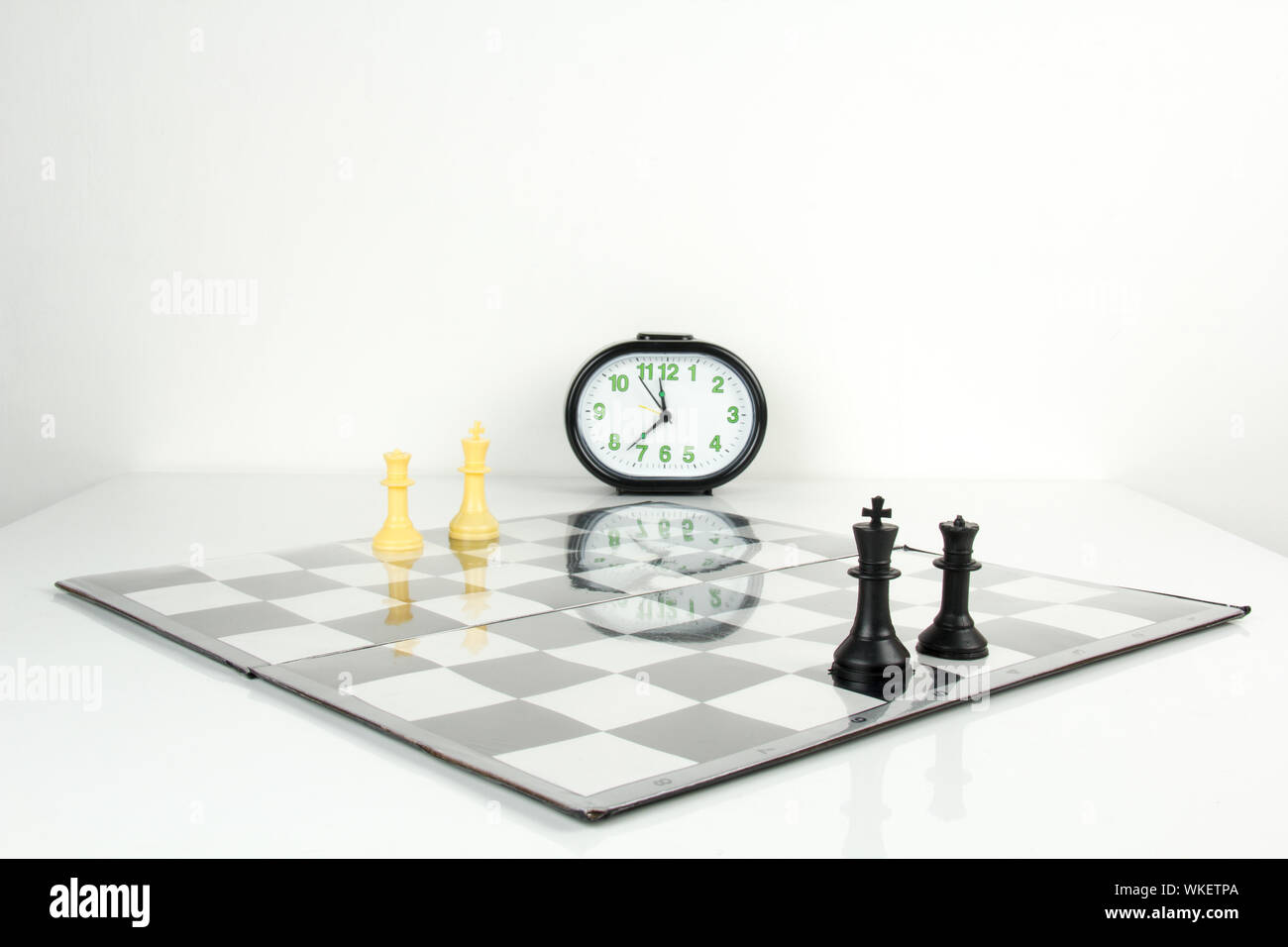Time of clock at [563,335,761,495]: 11:37
